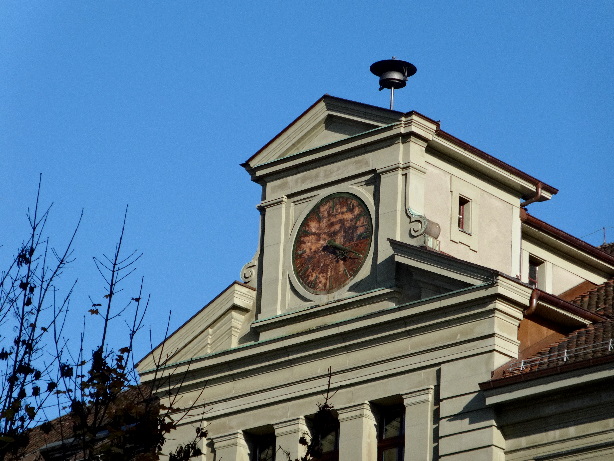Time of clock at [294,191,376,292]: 4:19
